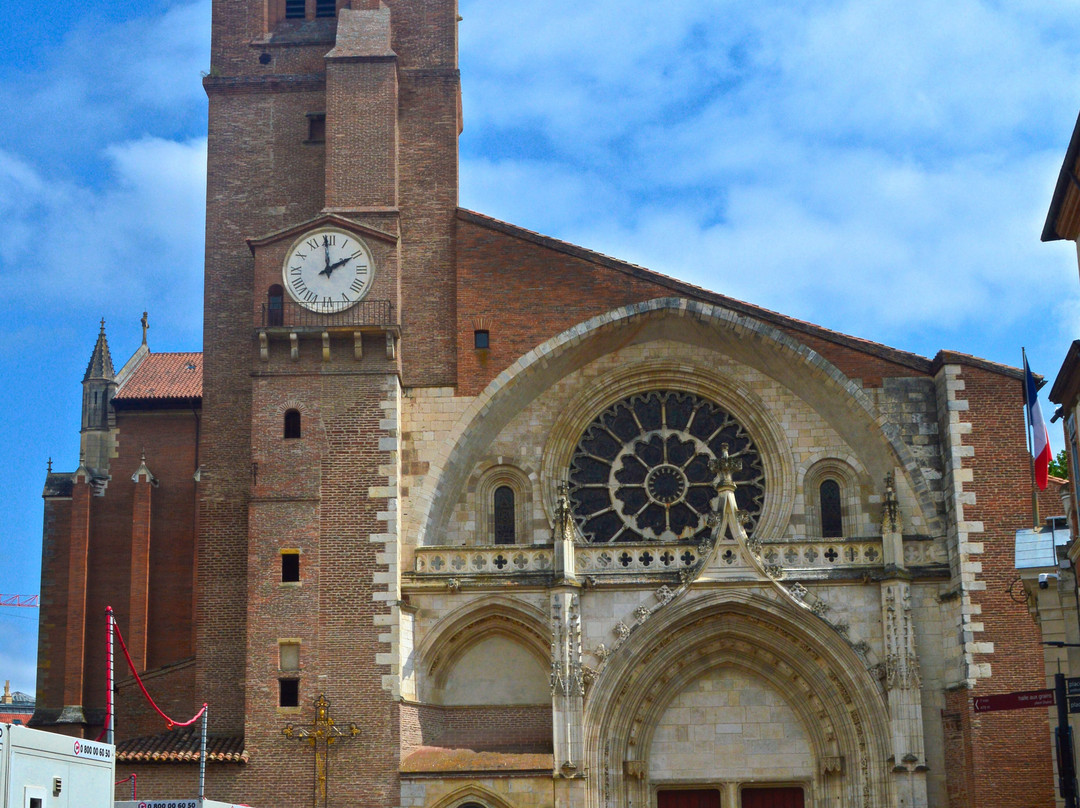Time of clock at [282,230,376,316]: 1:59
